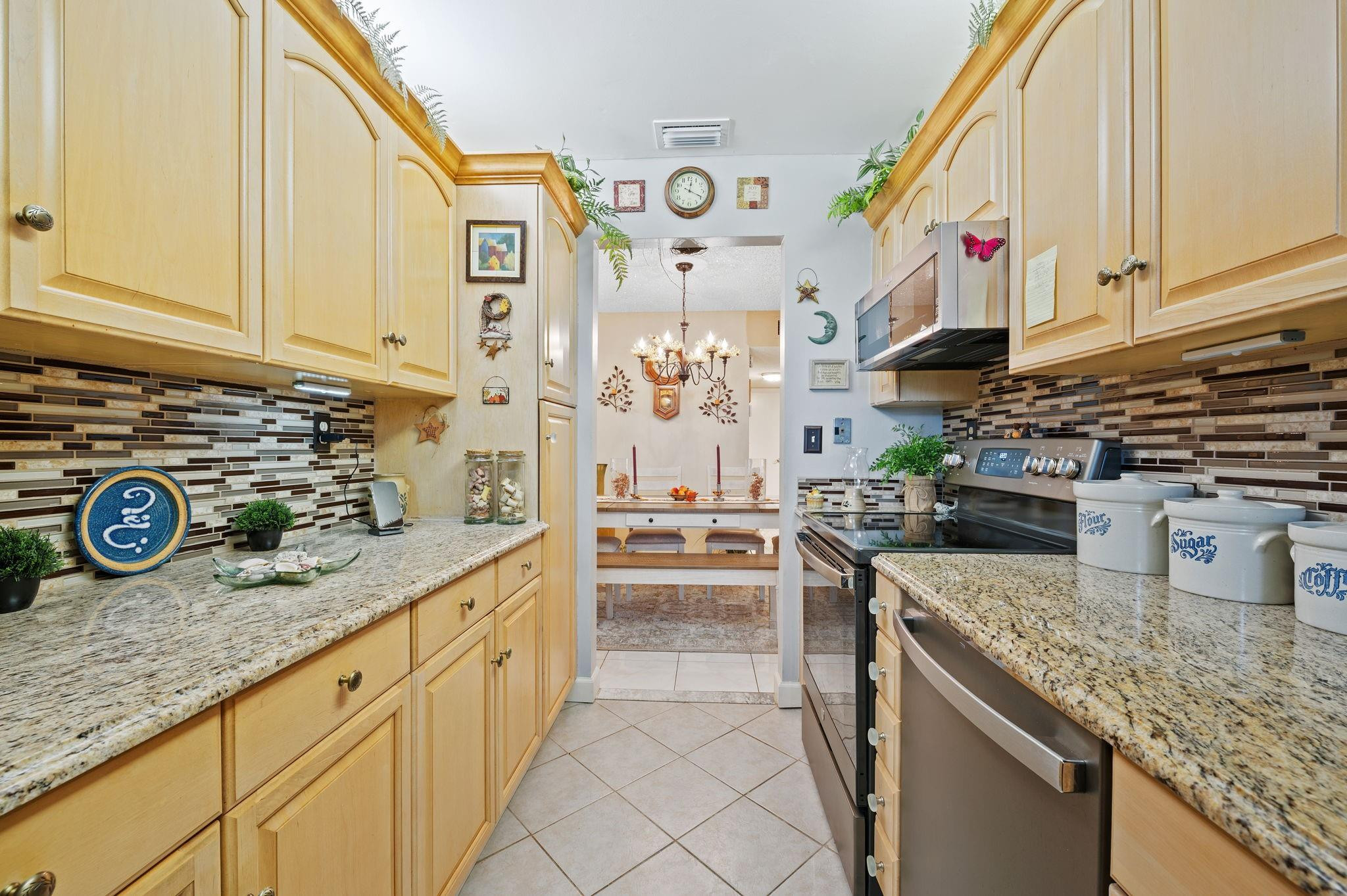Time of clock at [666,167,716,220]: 12:19
